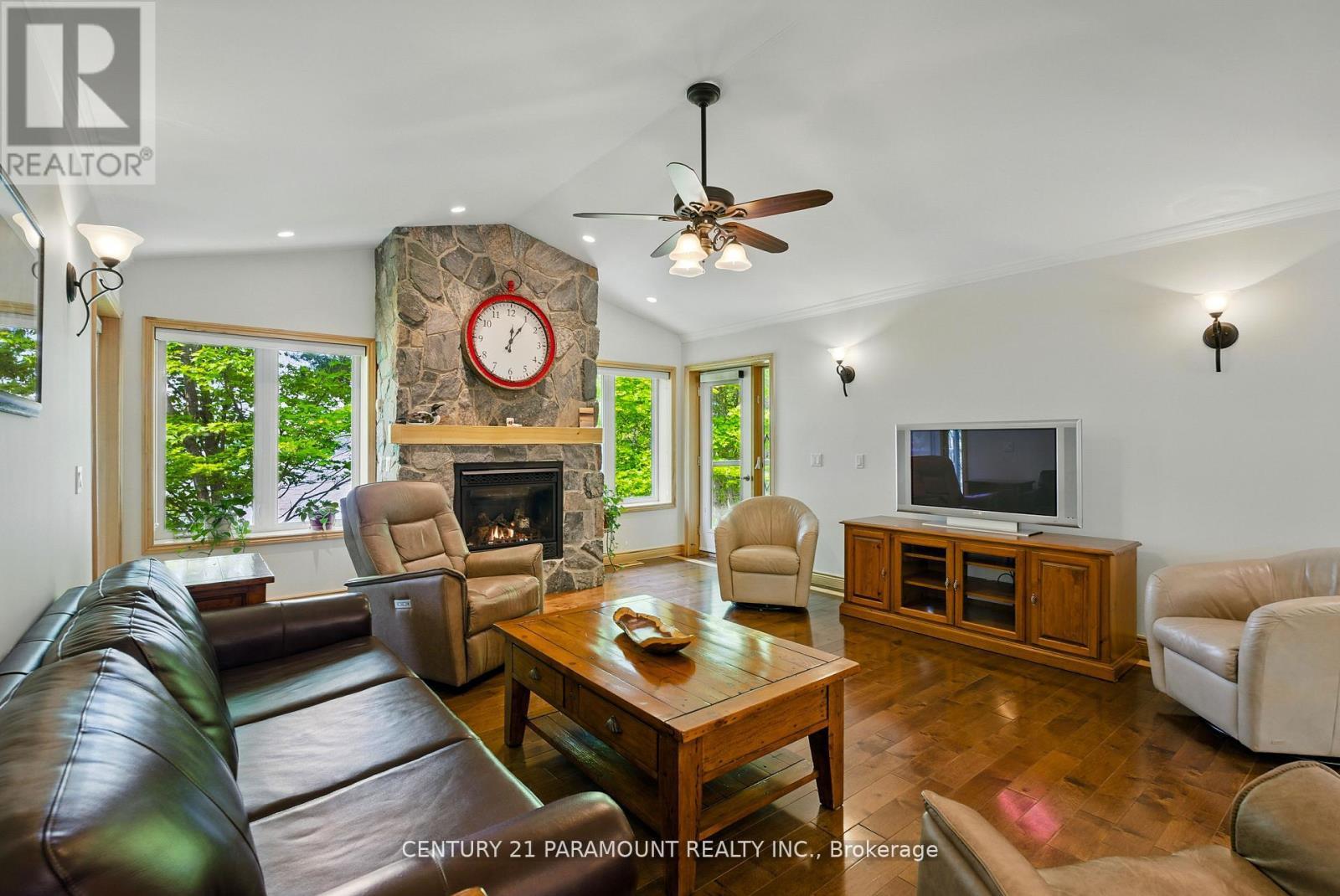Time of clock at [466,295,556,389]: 12:05
